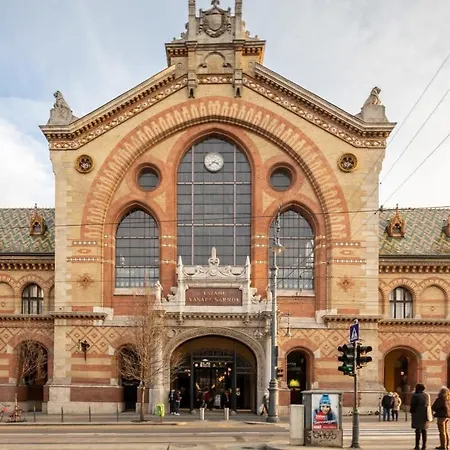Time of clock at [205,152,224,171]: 3:38
